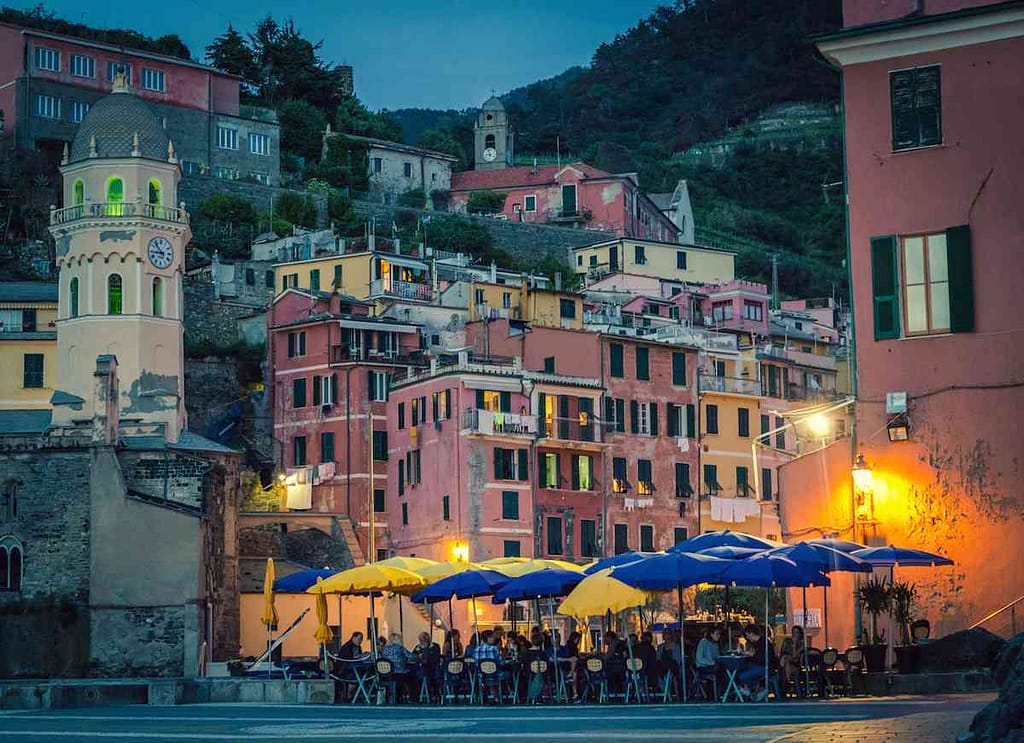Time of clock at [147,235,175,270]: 8:52
